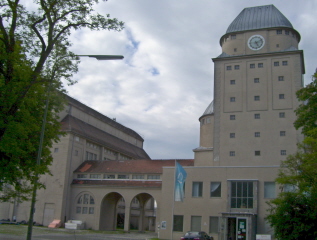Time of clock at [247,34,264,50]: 5:11
